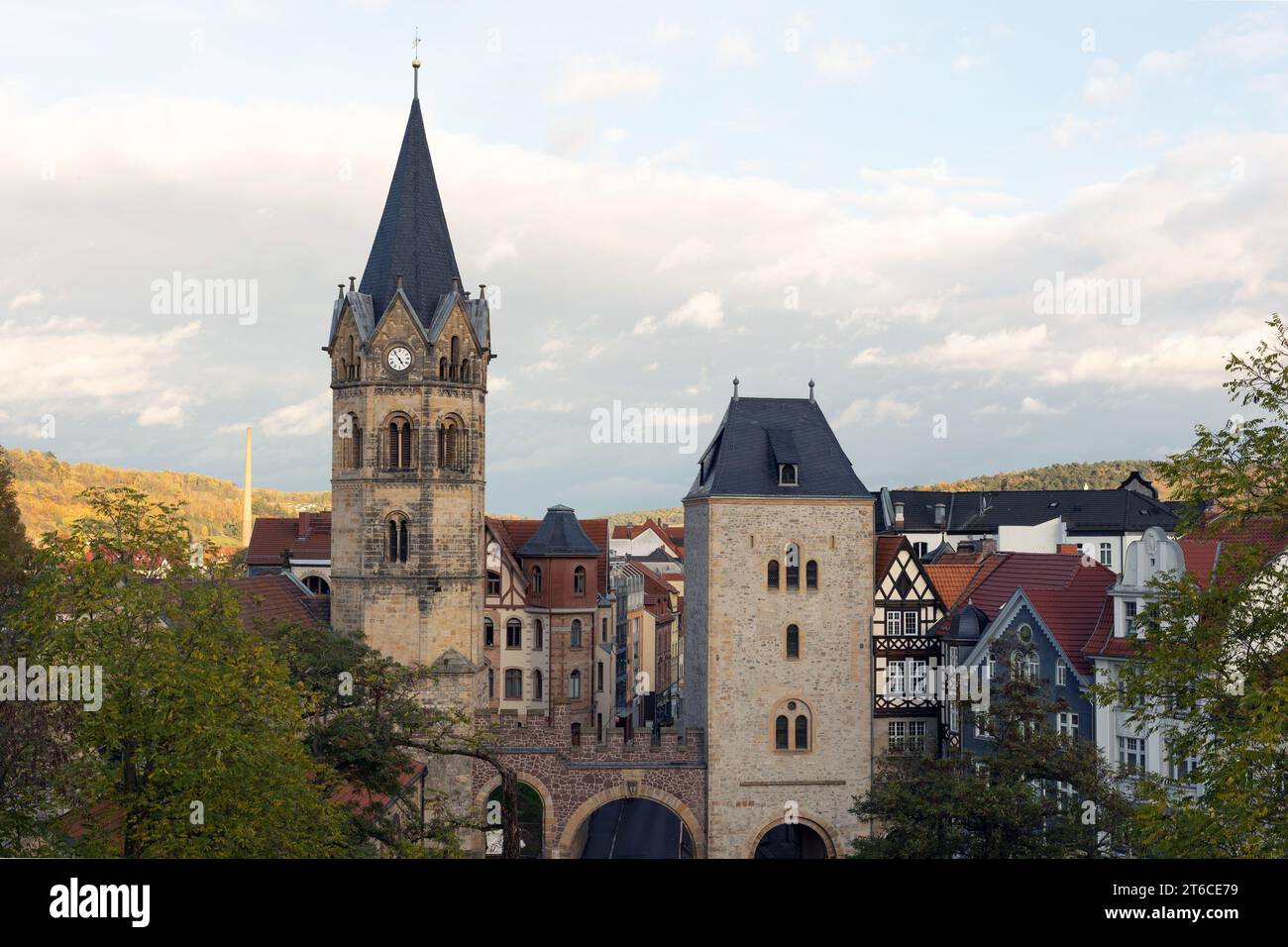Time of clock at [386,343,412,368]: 4:53
